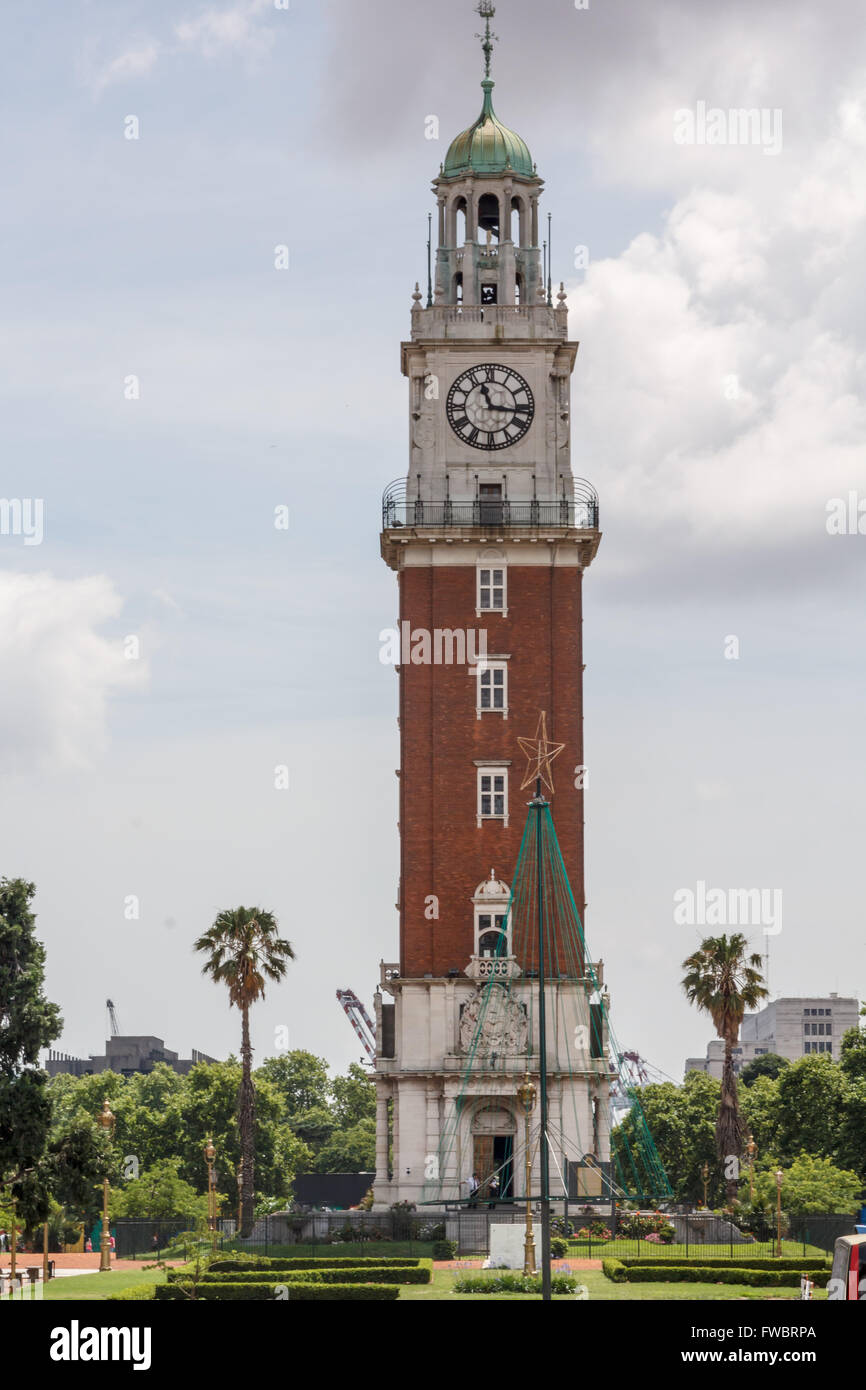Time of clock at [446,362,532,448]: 11:16
